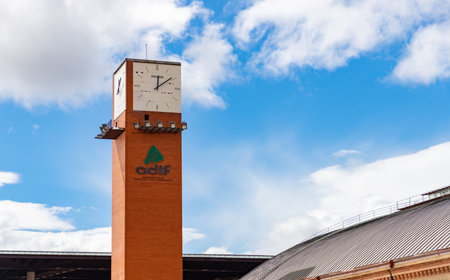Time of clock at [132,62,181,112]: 12:08
